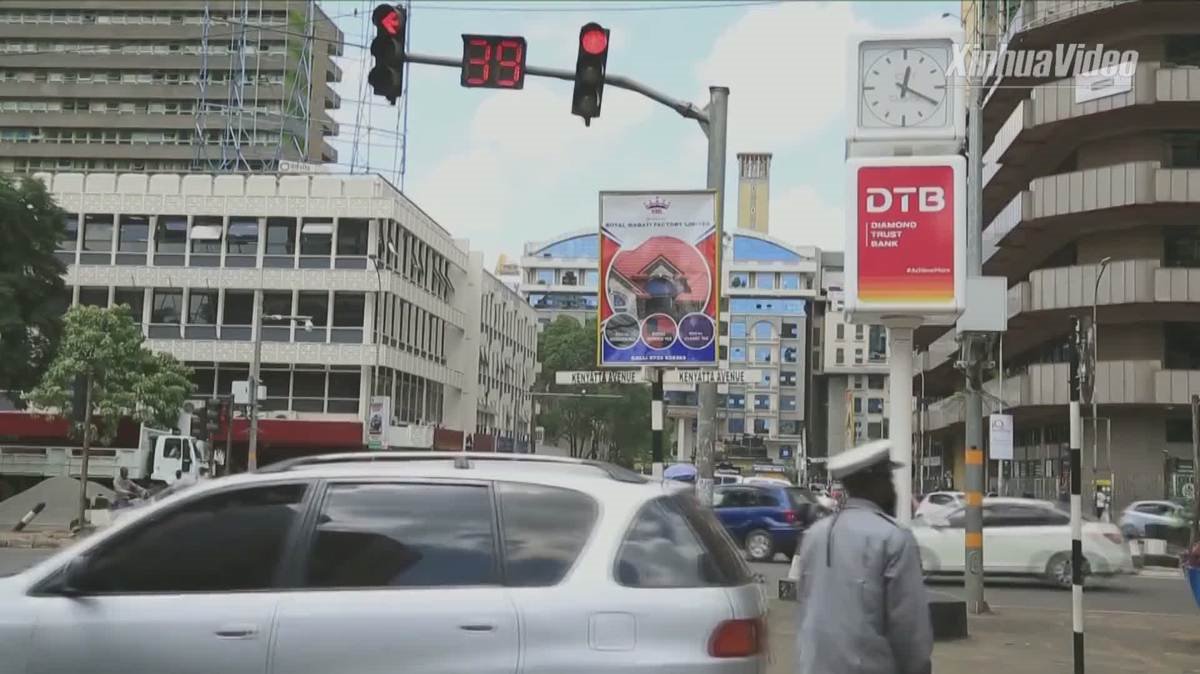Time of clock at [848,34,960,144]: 12:19
